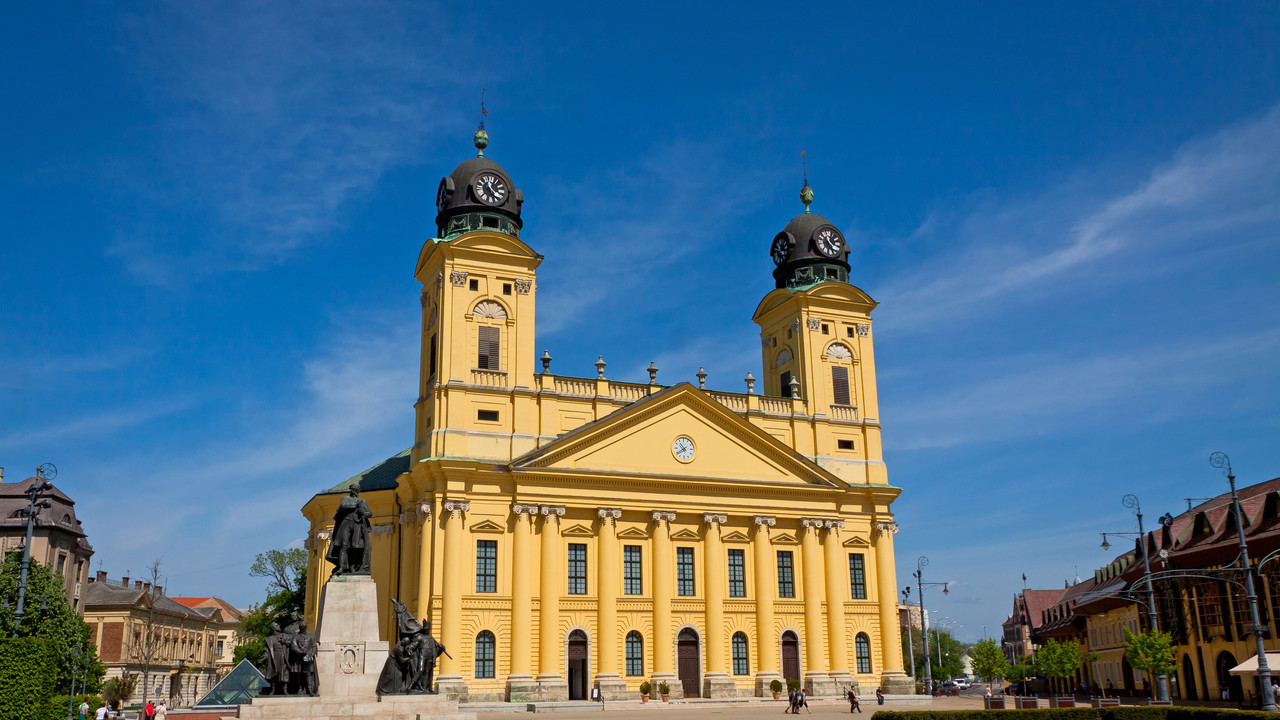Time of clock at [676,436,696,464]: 10:39
